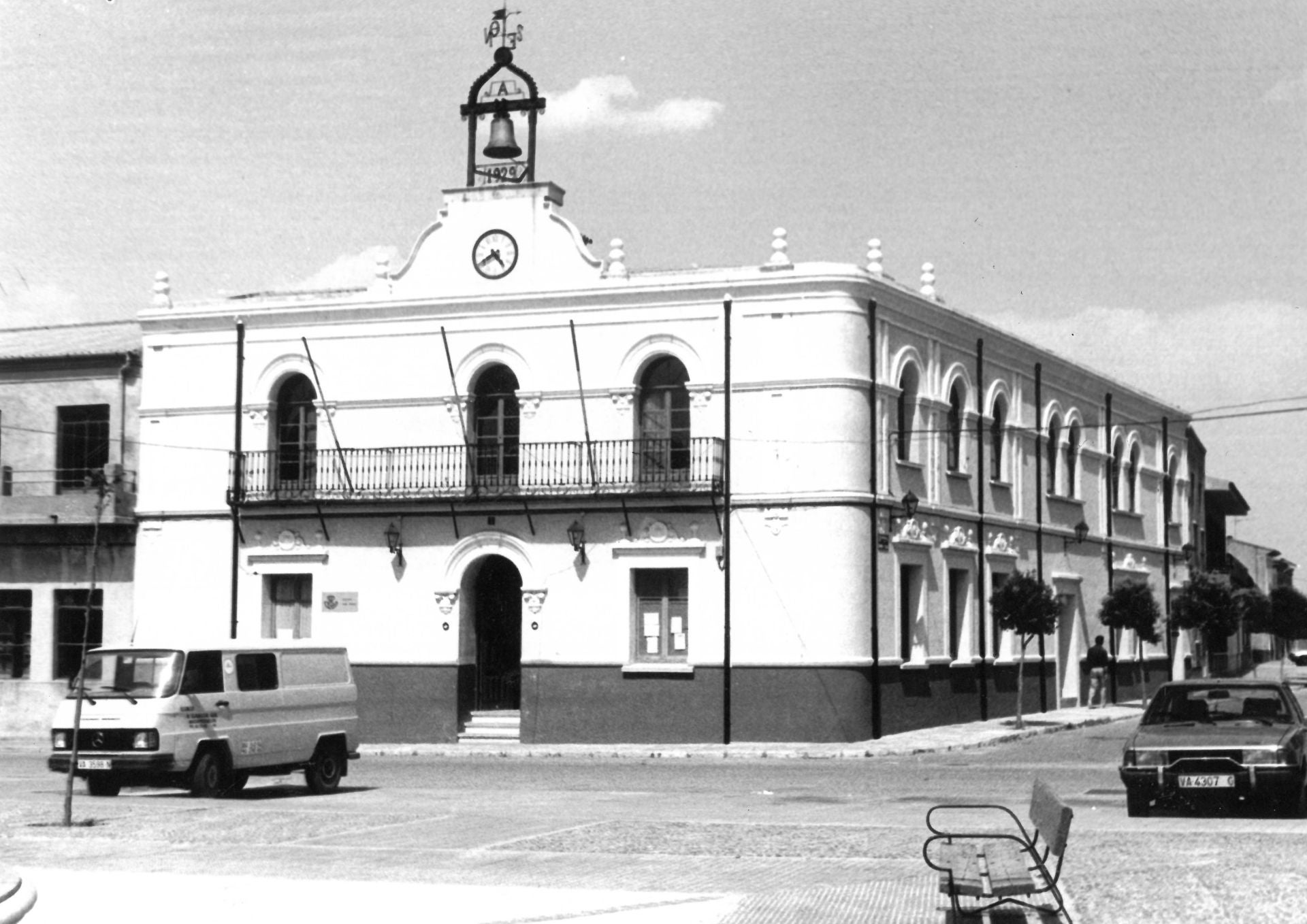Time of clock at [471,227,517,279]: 4:40
